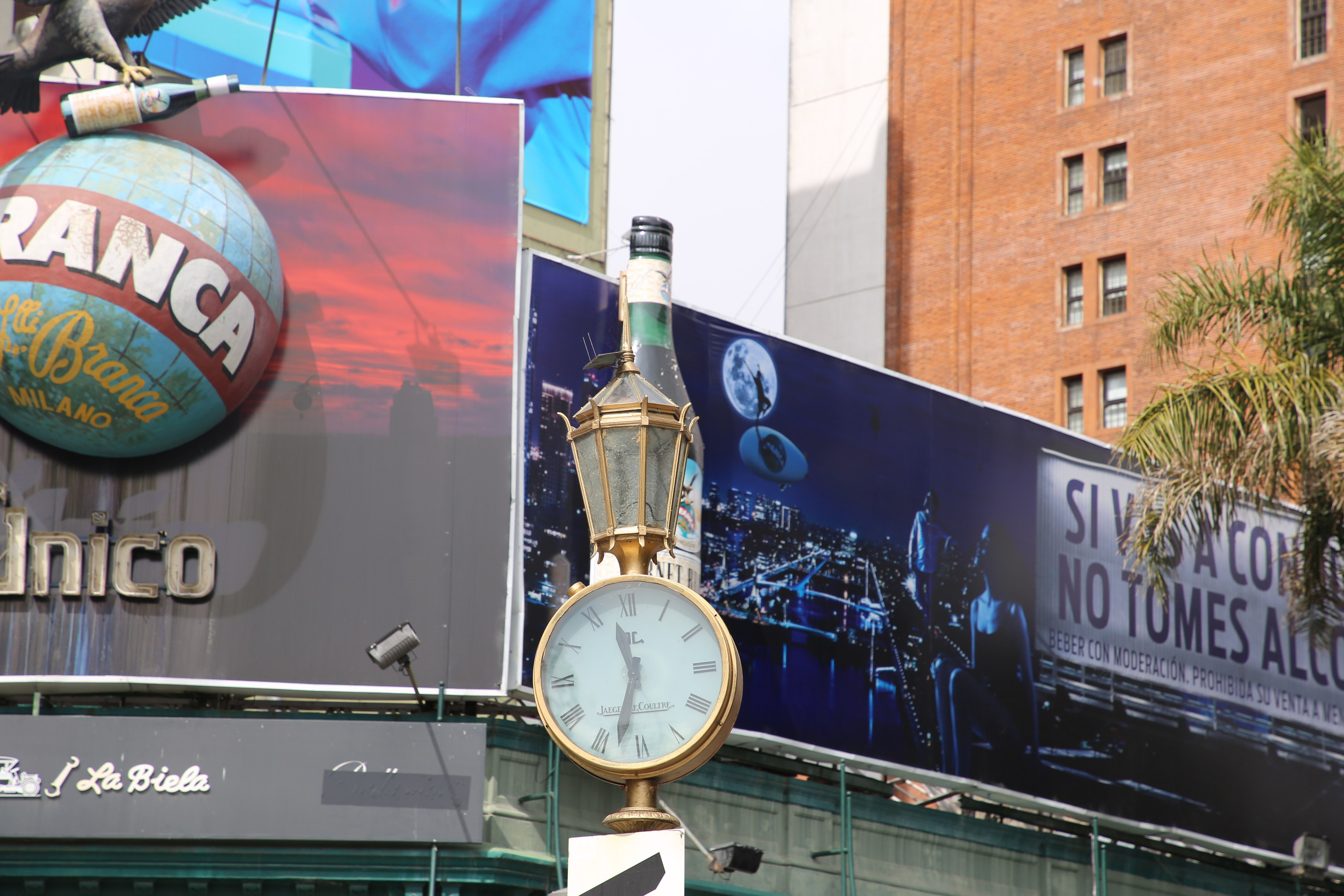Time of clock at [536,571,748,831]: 11:32
